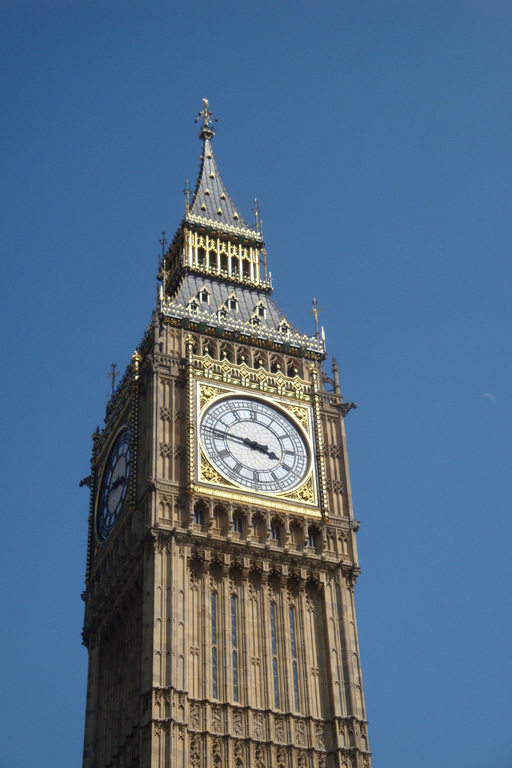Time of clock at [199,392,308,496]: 3:46
